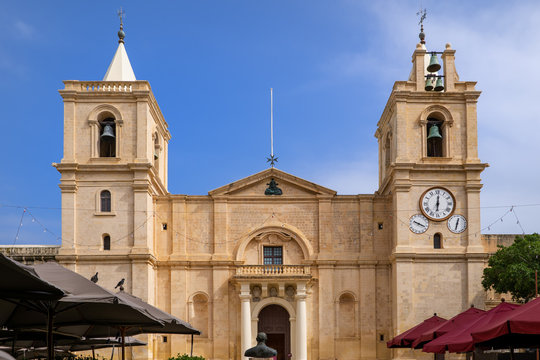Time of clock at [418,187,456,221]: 6:00
